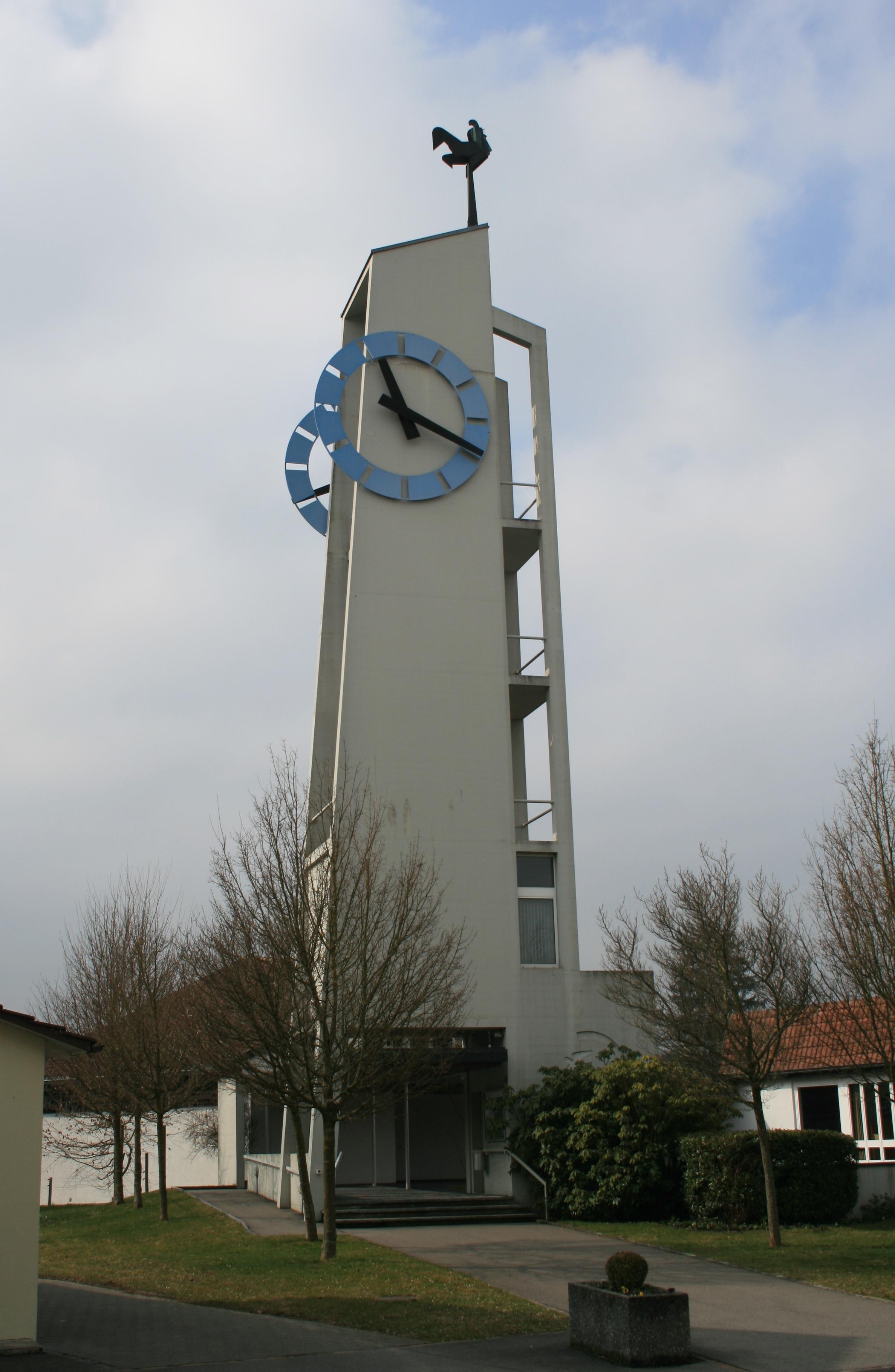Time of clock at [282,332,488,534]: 11:19
